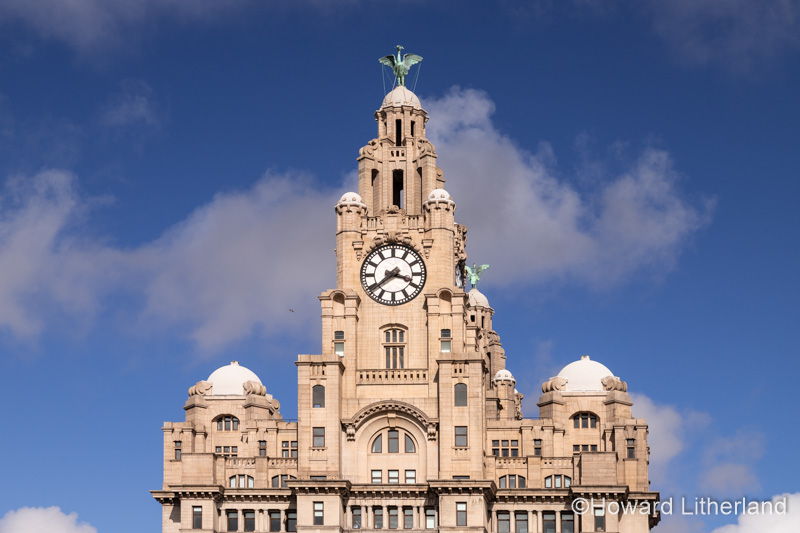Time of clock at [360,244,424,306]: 3:38
